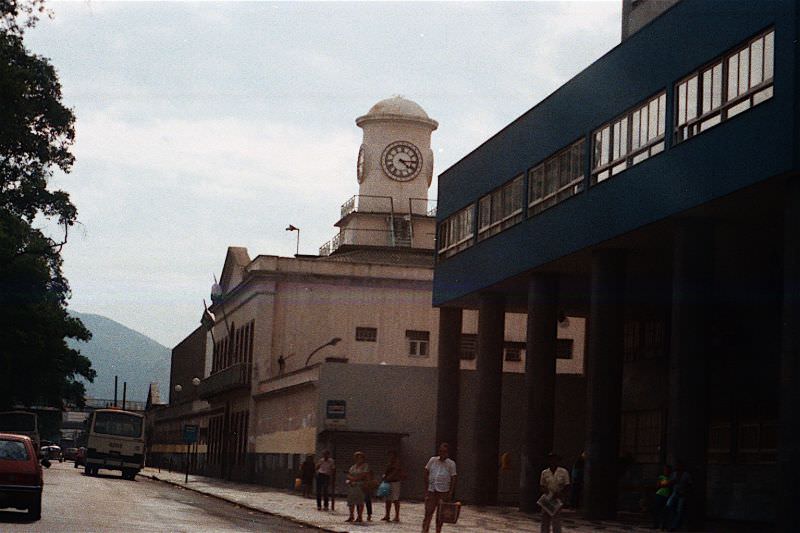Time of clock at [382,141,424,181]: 4:14
